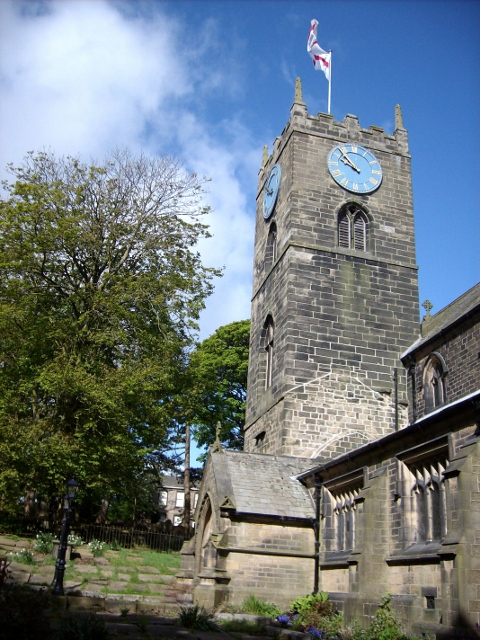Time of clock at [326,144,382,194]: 9:53
